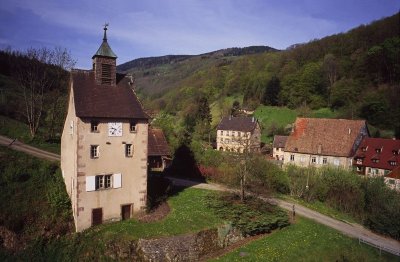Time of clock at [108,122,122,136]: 9:36
